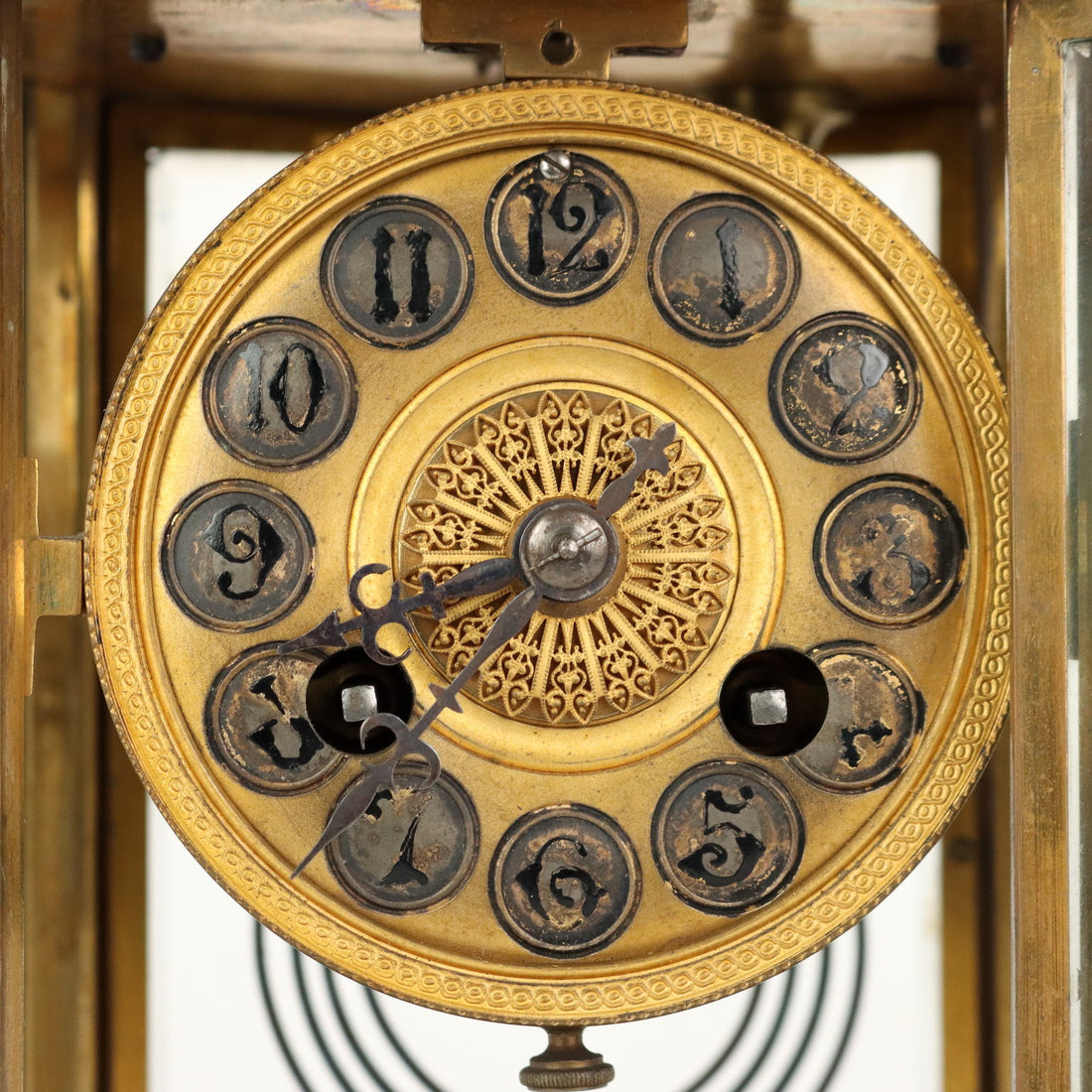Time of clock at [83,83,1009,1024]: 1:42
